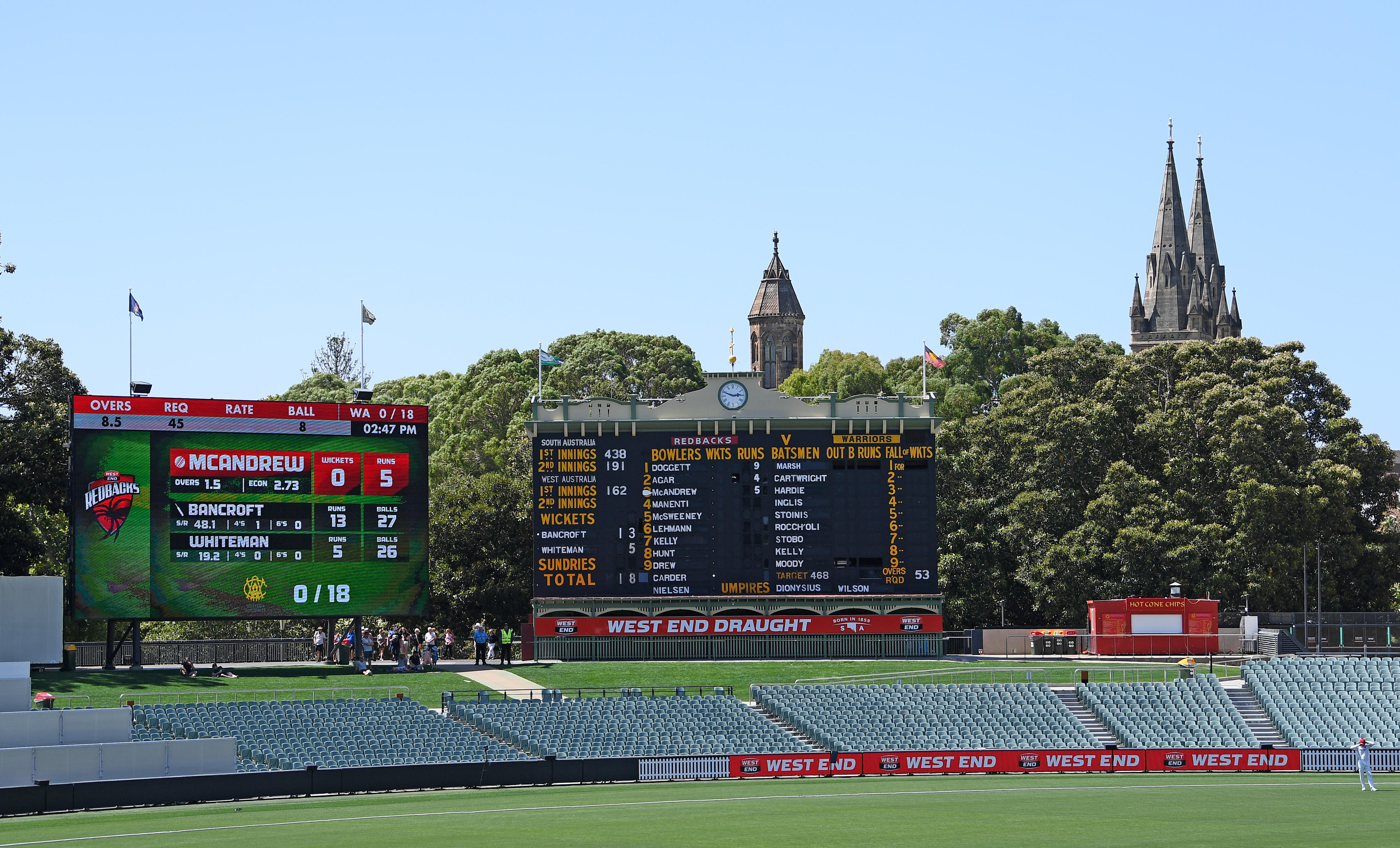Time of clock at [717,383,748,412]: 2:48
